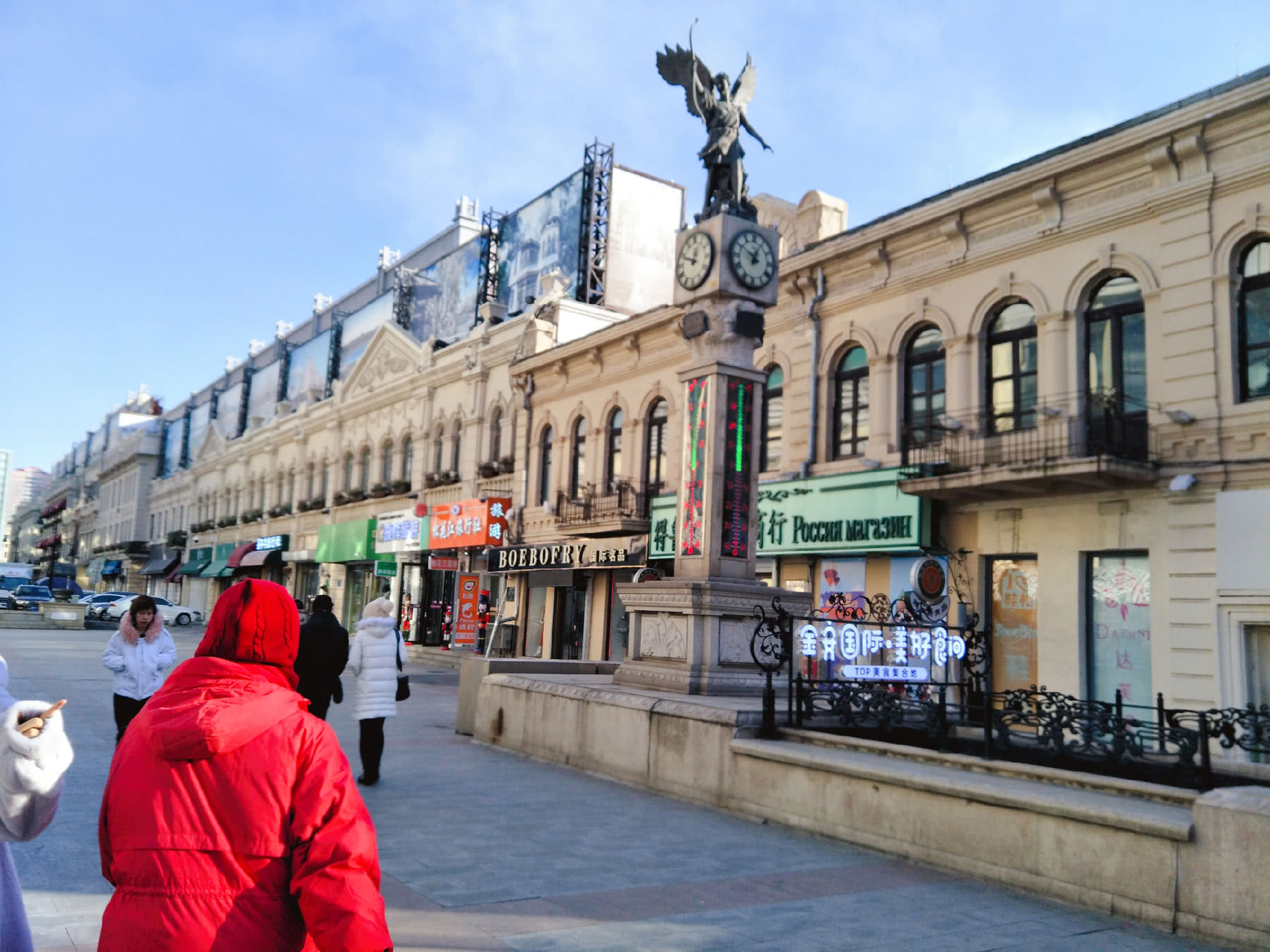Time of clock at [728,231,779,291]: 12:50
